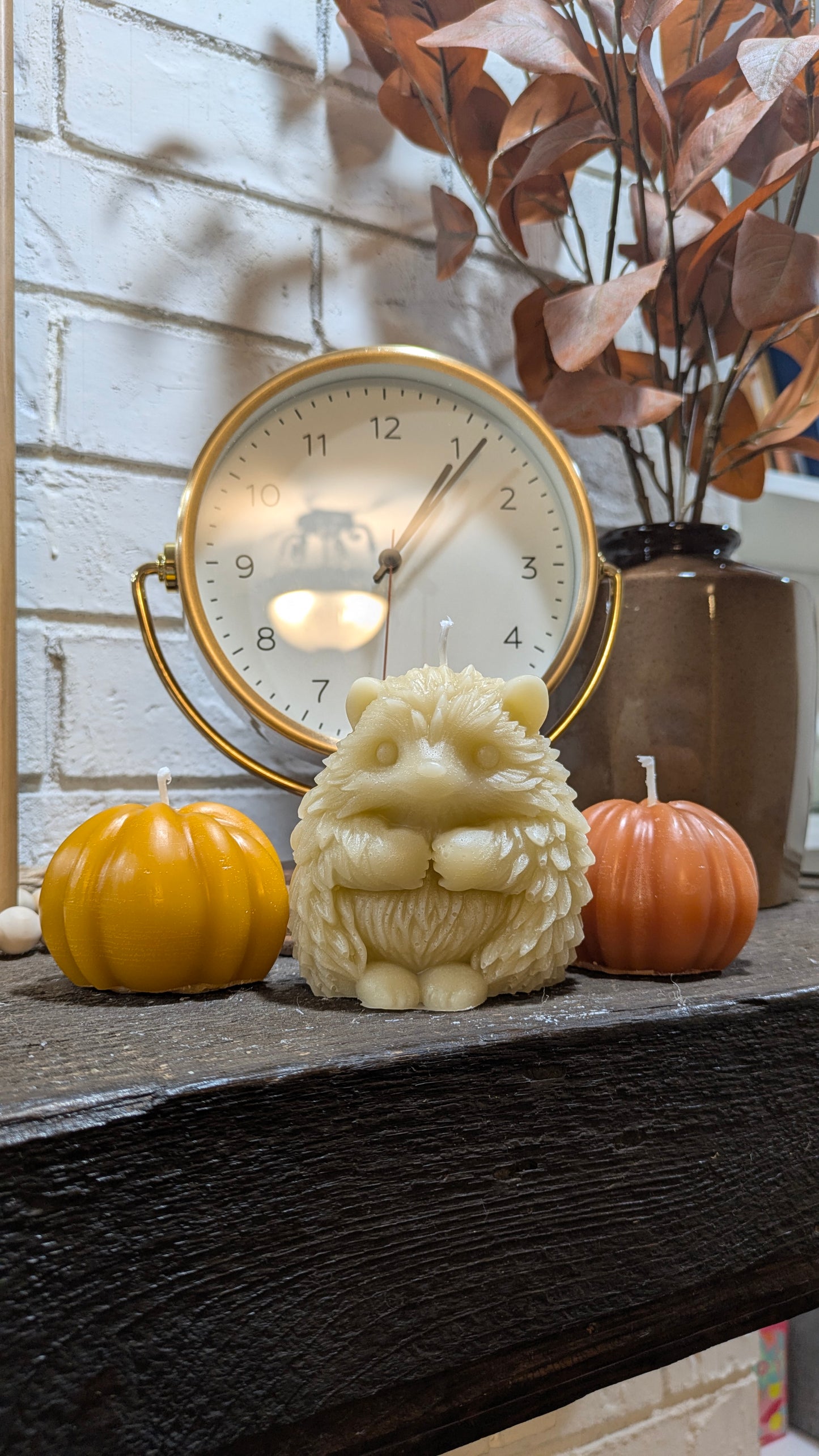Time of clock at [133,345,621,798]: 1:06
